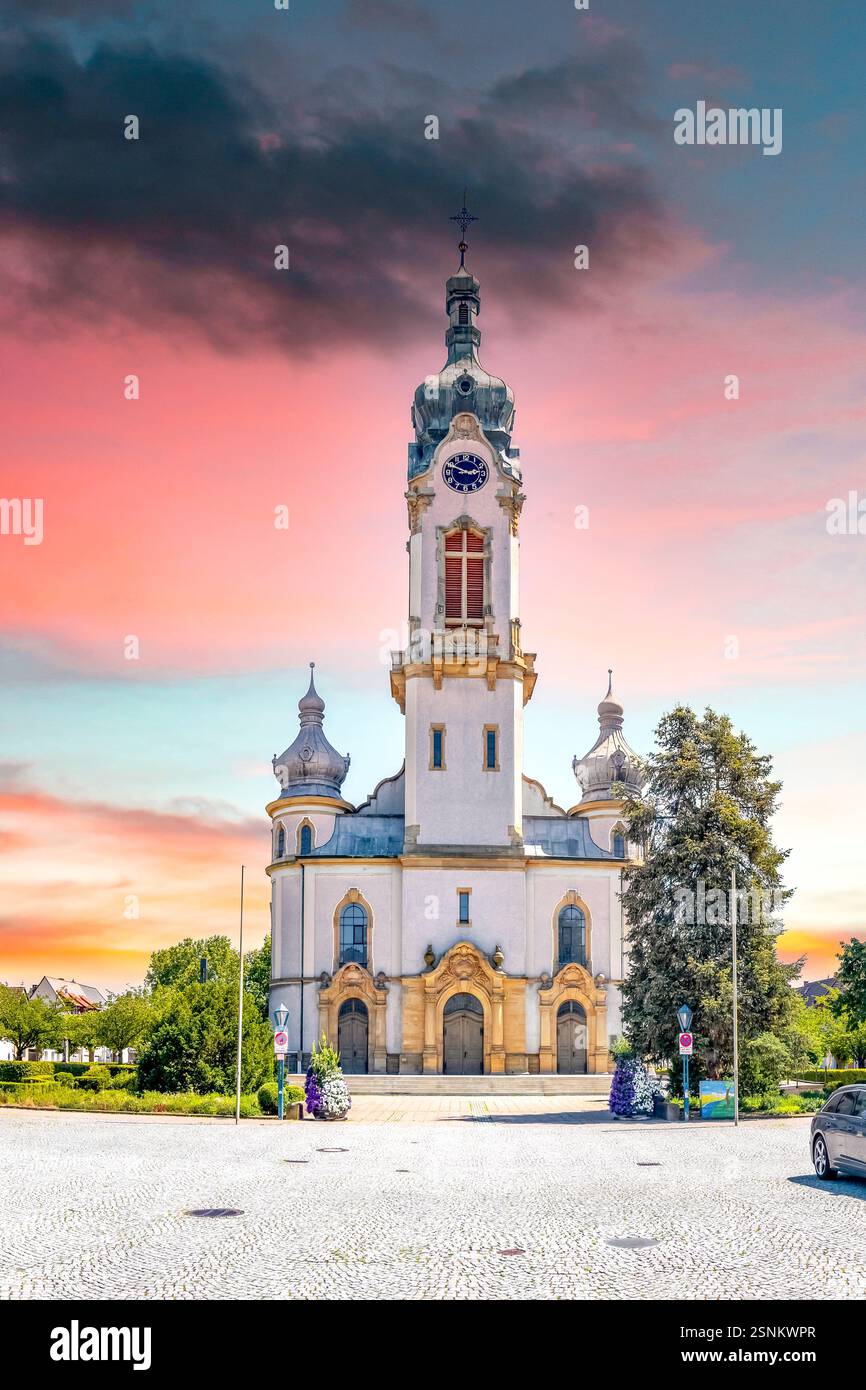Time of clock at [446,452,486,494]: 2:49
